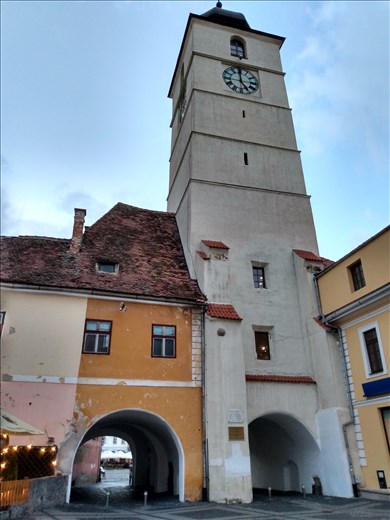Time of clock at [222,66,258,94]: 4:59
